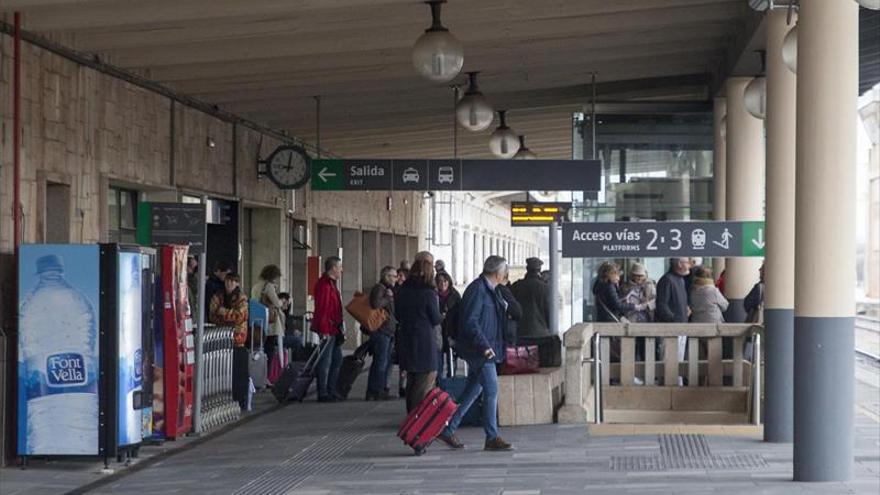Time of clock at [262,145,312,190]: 9:01
